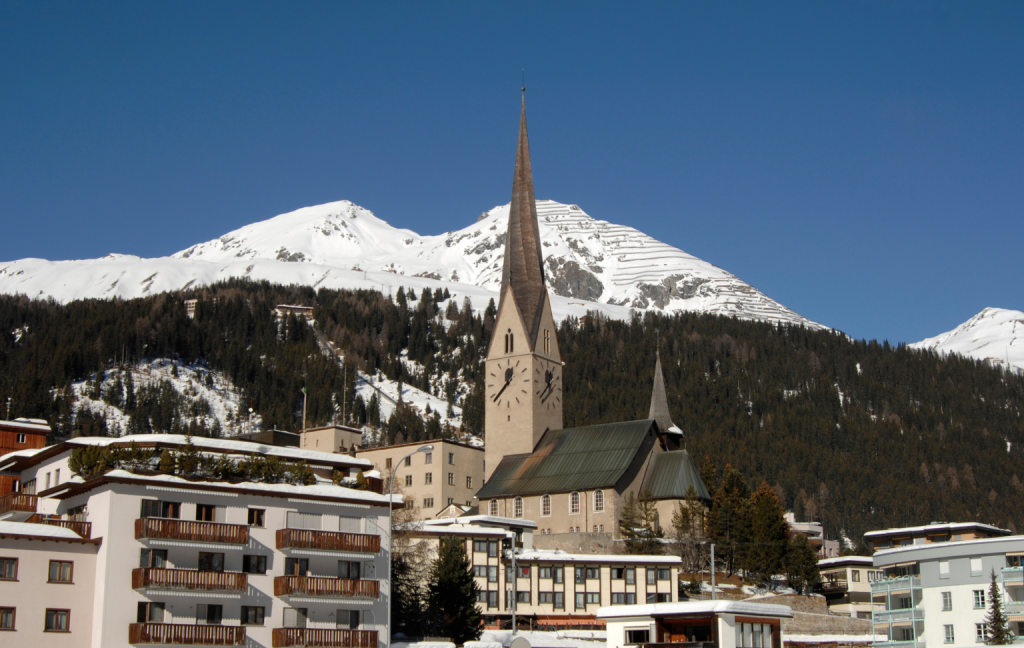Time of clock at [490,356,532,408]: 12:37
